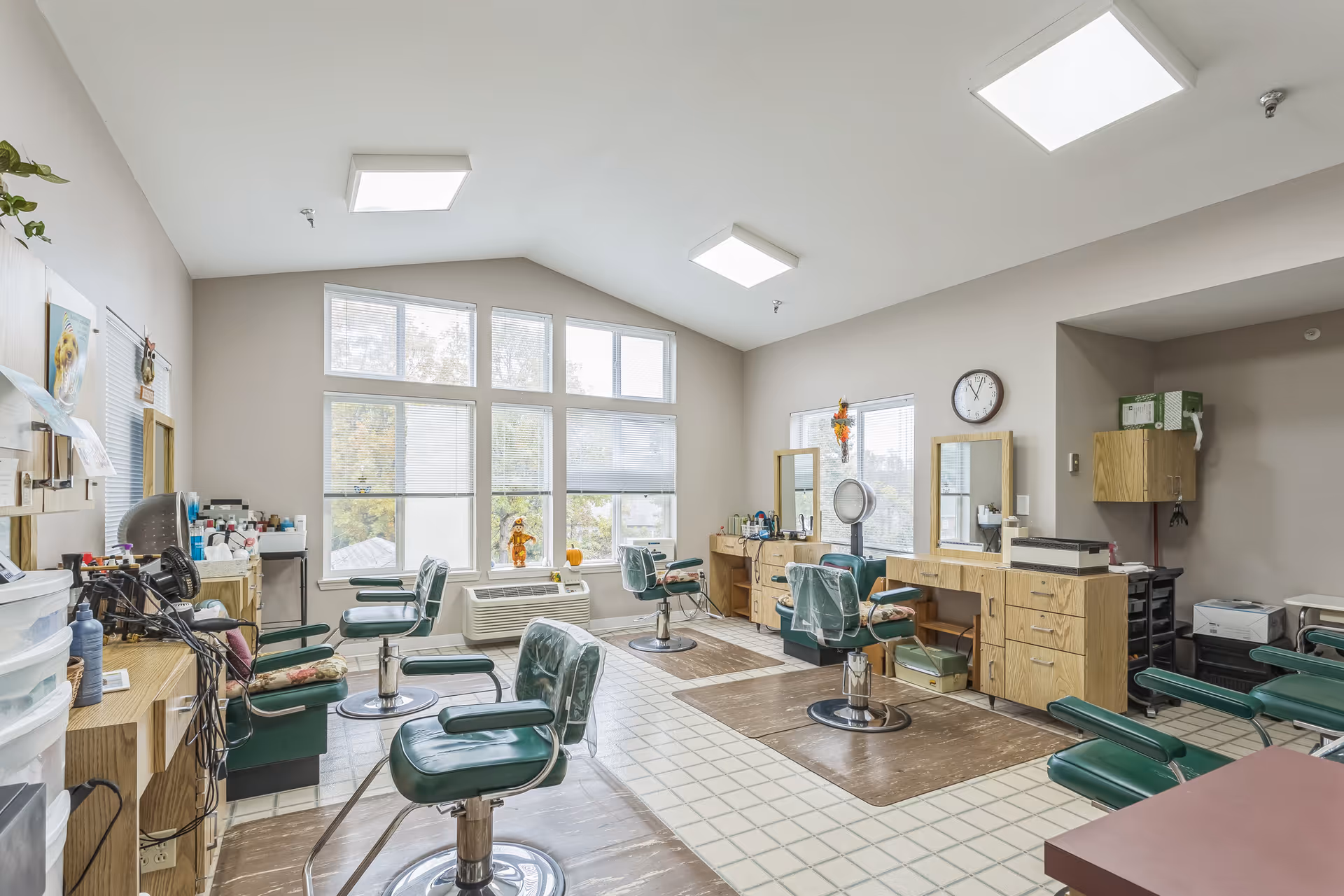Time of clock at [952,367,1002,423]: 11:03
